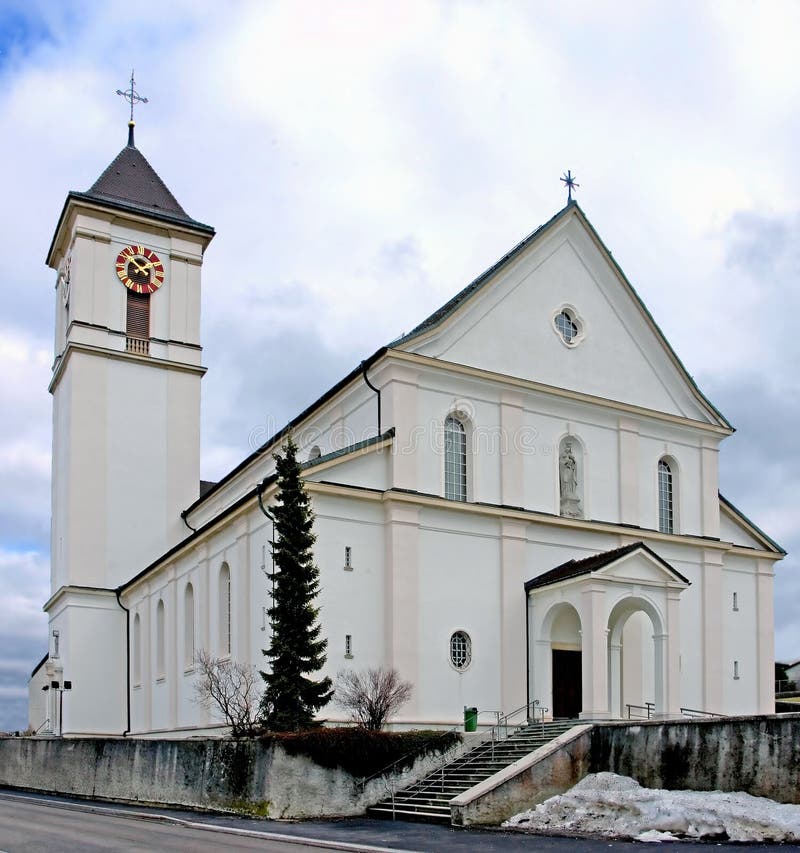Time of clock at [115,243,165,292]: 1:51
